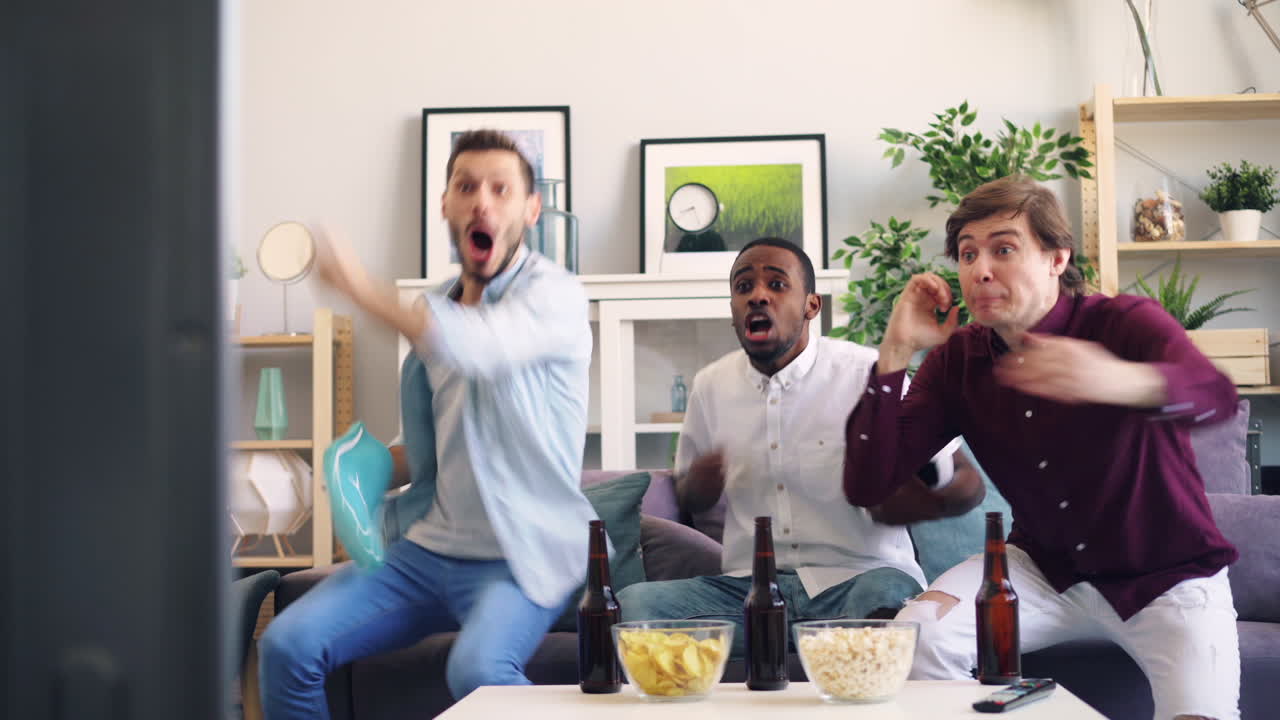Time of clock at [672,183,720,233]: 8:26
